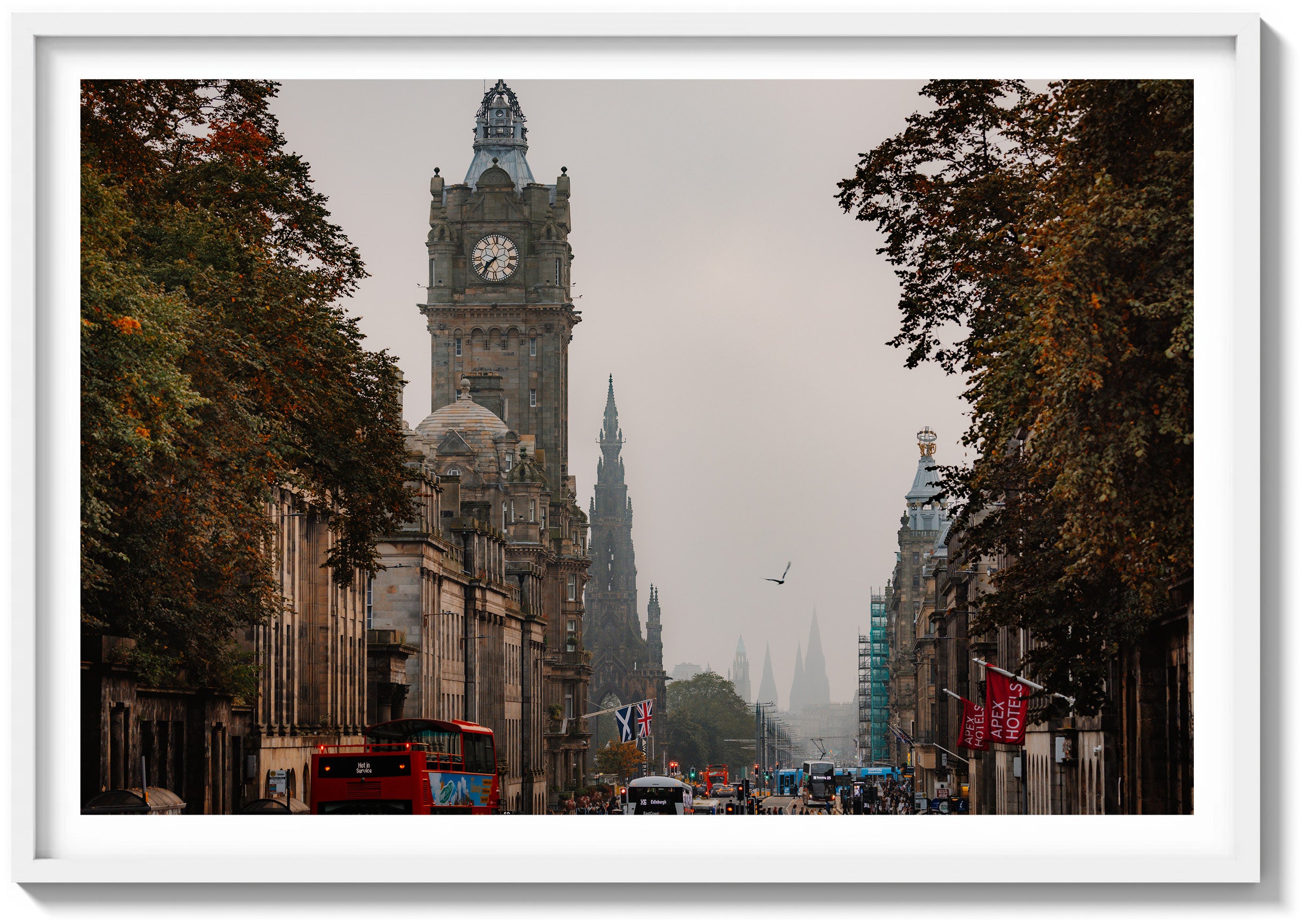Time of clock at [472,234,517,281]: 7:36
